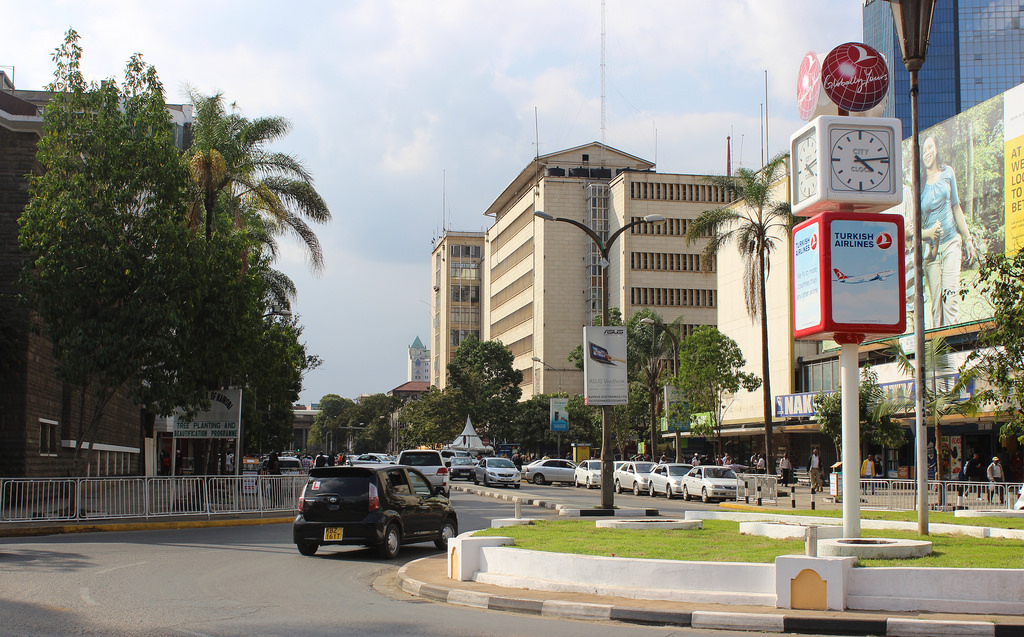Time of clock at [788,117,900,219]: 4:13
